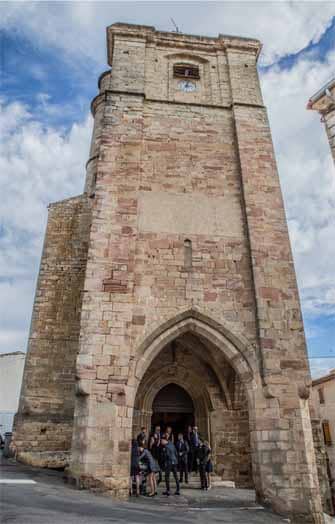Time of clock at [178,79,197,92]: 3:02
